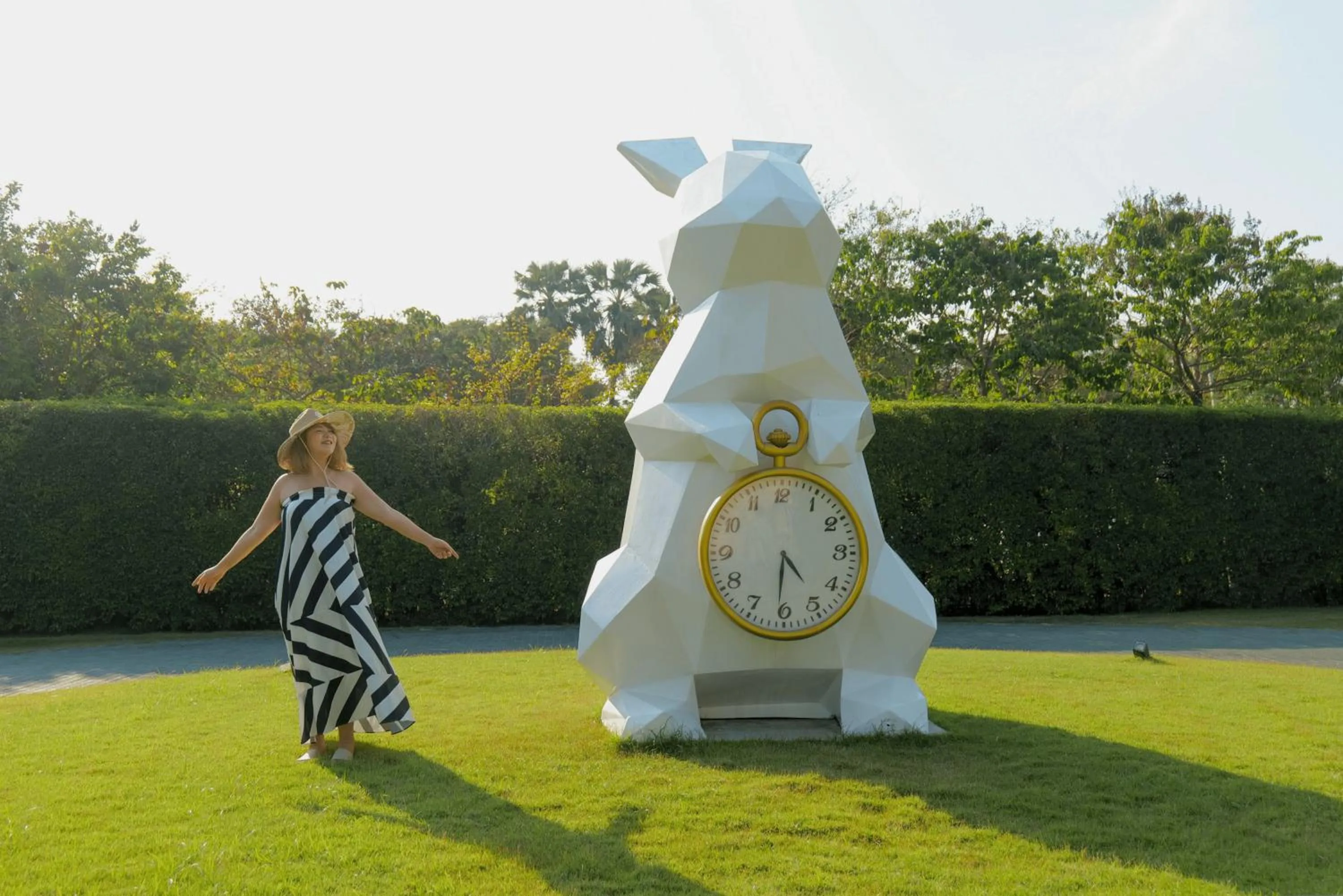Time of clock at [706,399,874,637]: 4:31
